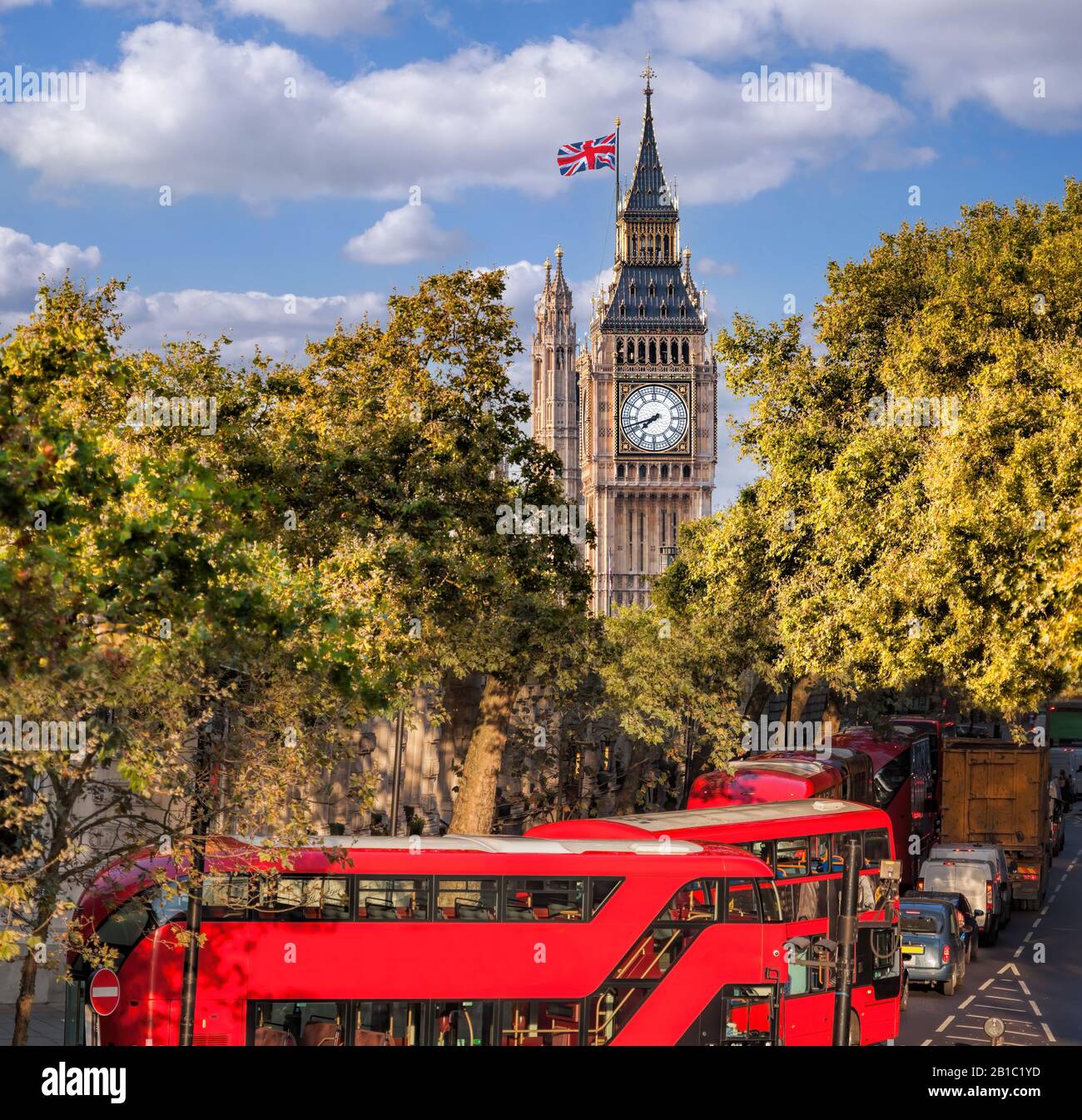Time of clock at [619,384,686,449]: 7:42
